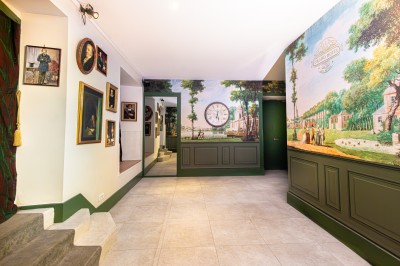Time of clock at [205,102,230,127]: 6:28
